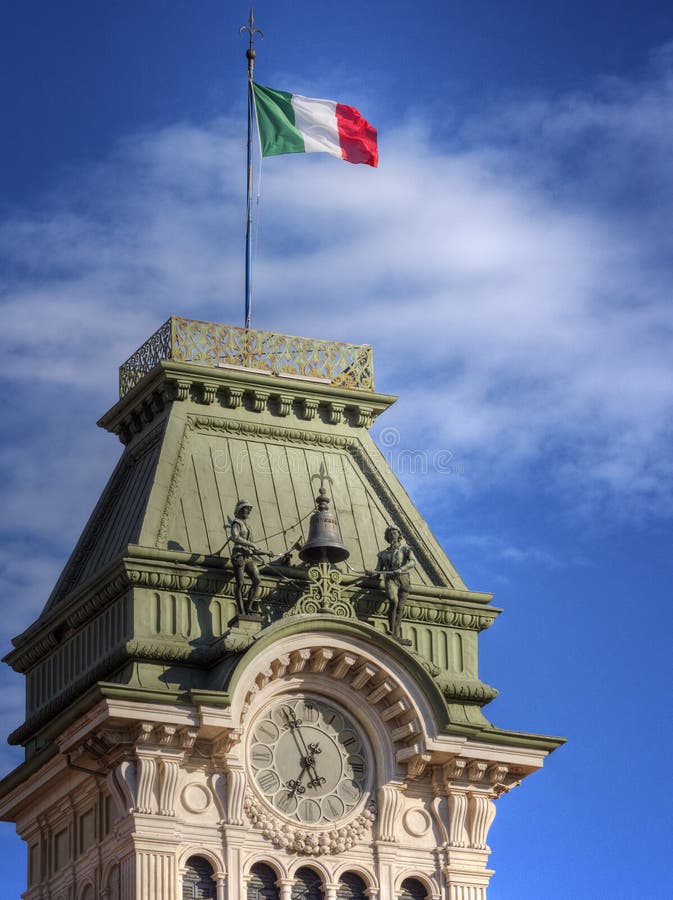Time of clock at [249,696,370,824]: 6:56
